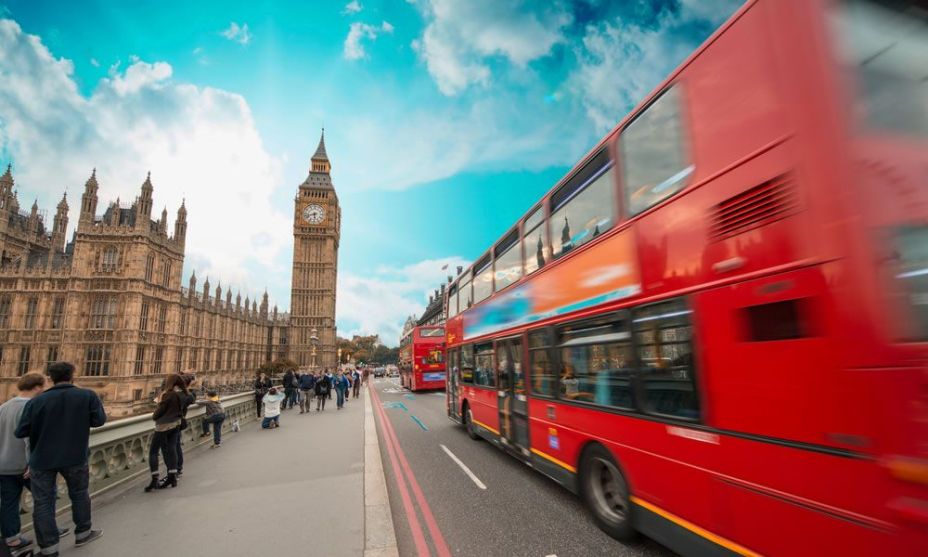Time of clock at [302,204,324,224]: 5:42
